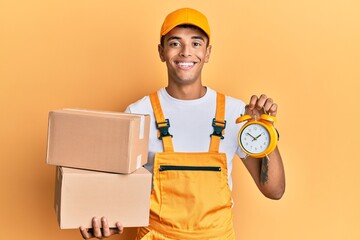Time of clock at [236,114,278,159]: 1:51
